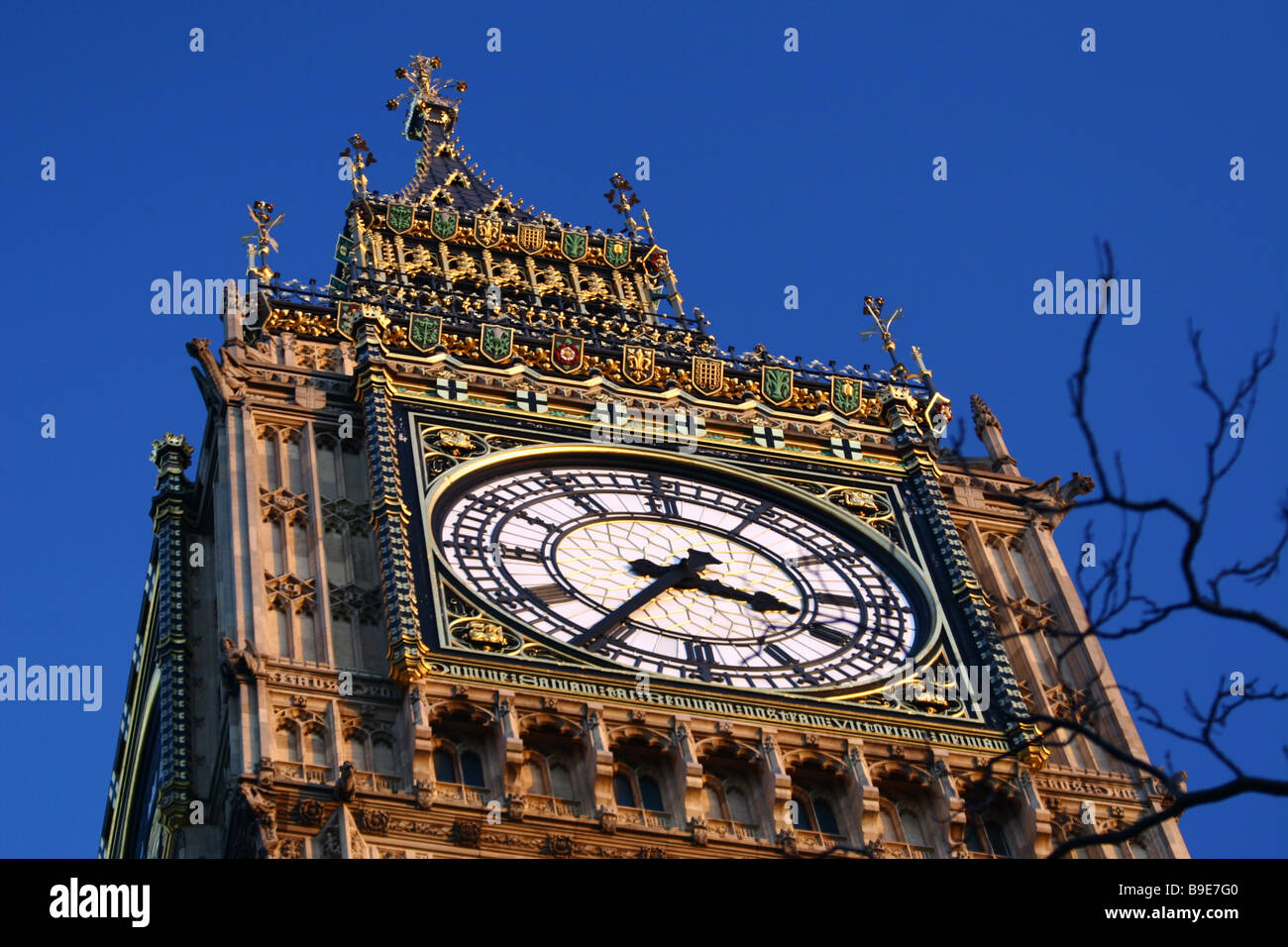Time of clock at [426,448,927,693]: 3:35
